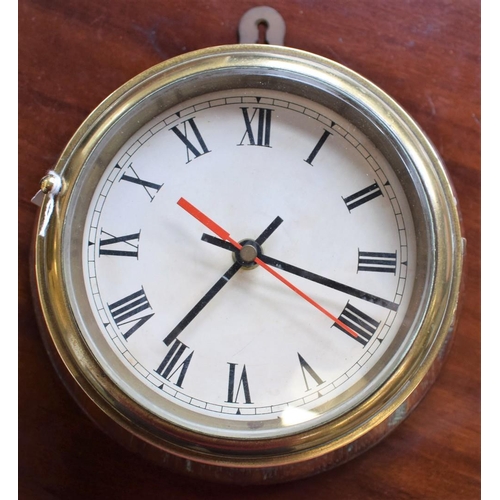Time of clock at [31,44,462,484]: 7:17
